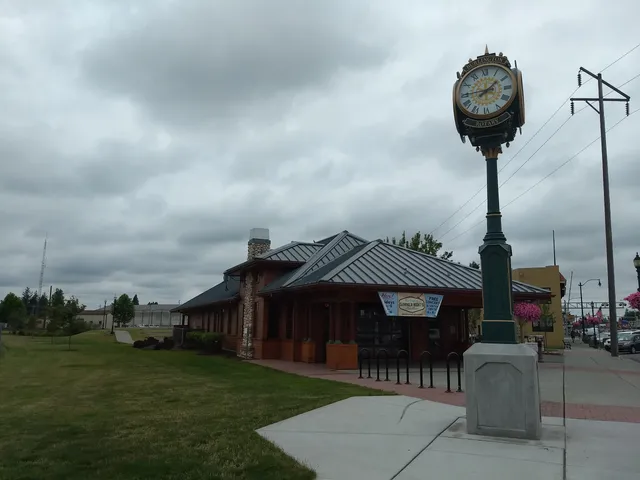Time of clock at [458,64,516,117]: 1:44
